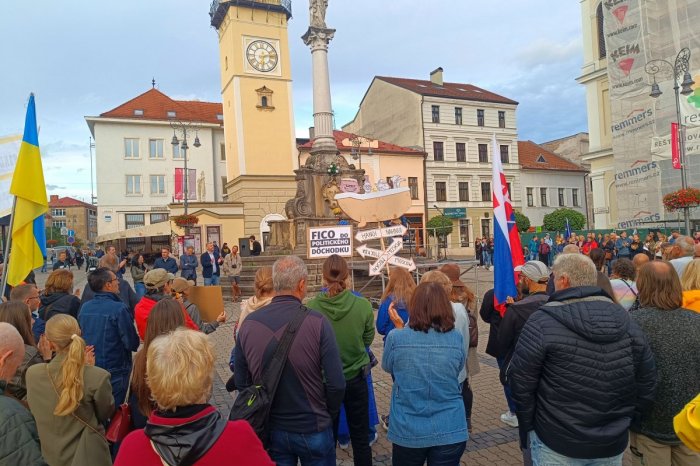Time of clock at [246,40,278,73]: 6:13
